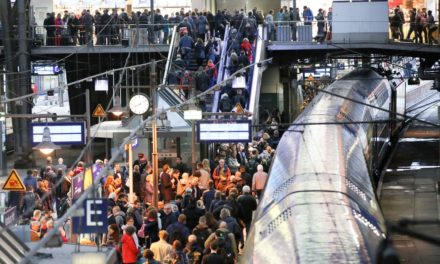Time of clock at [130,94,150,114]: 8:09
